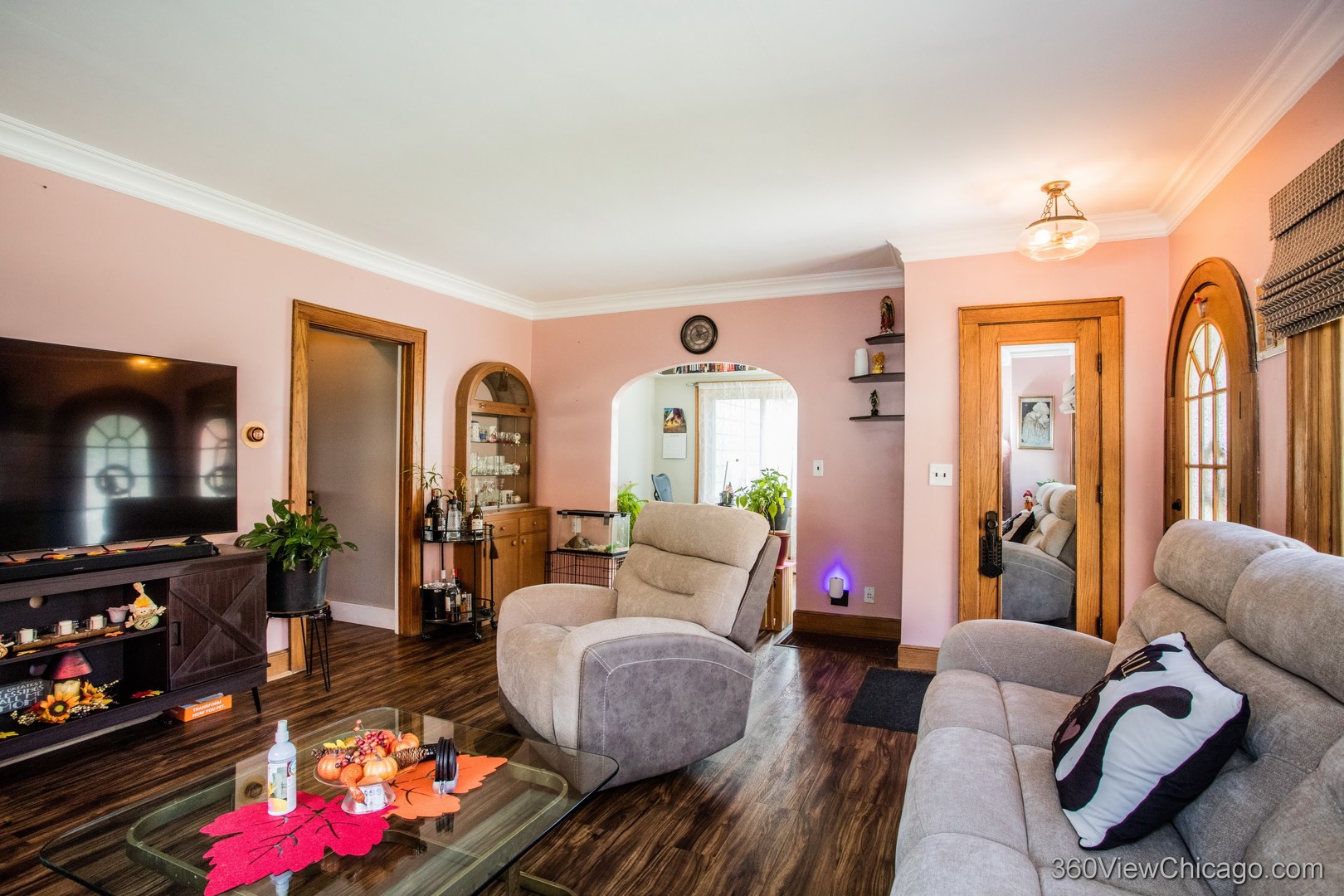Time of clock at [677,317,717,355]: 11:12
